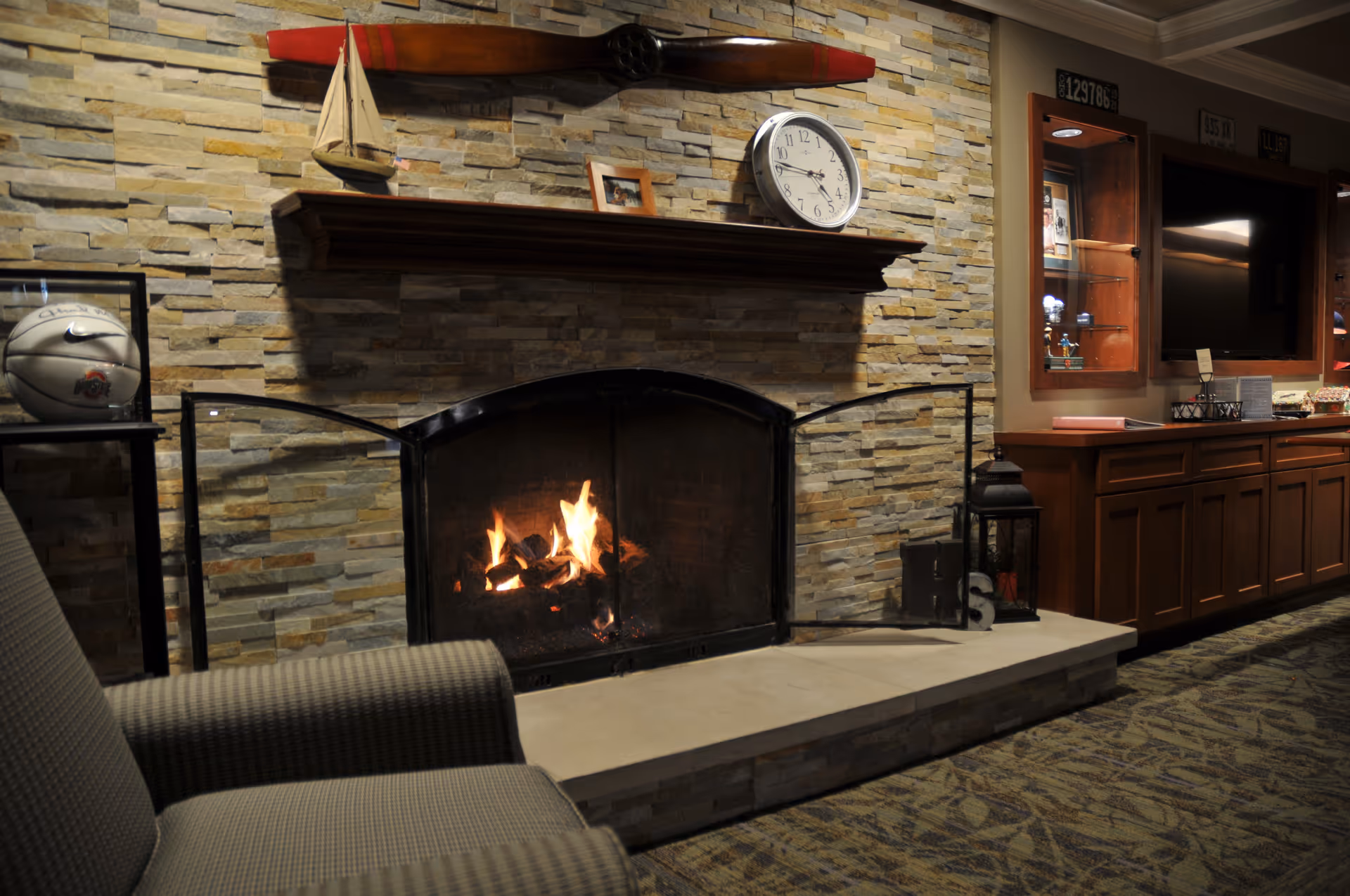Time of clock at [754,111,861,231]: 4:46
